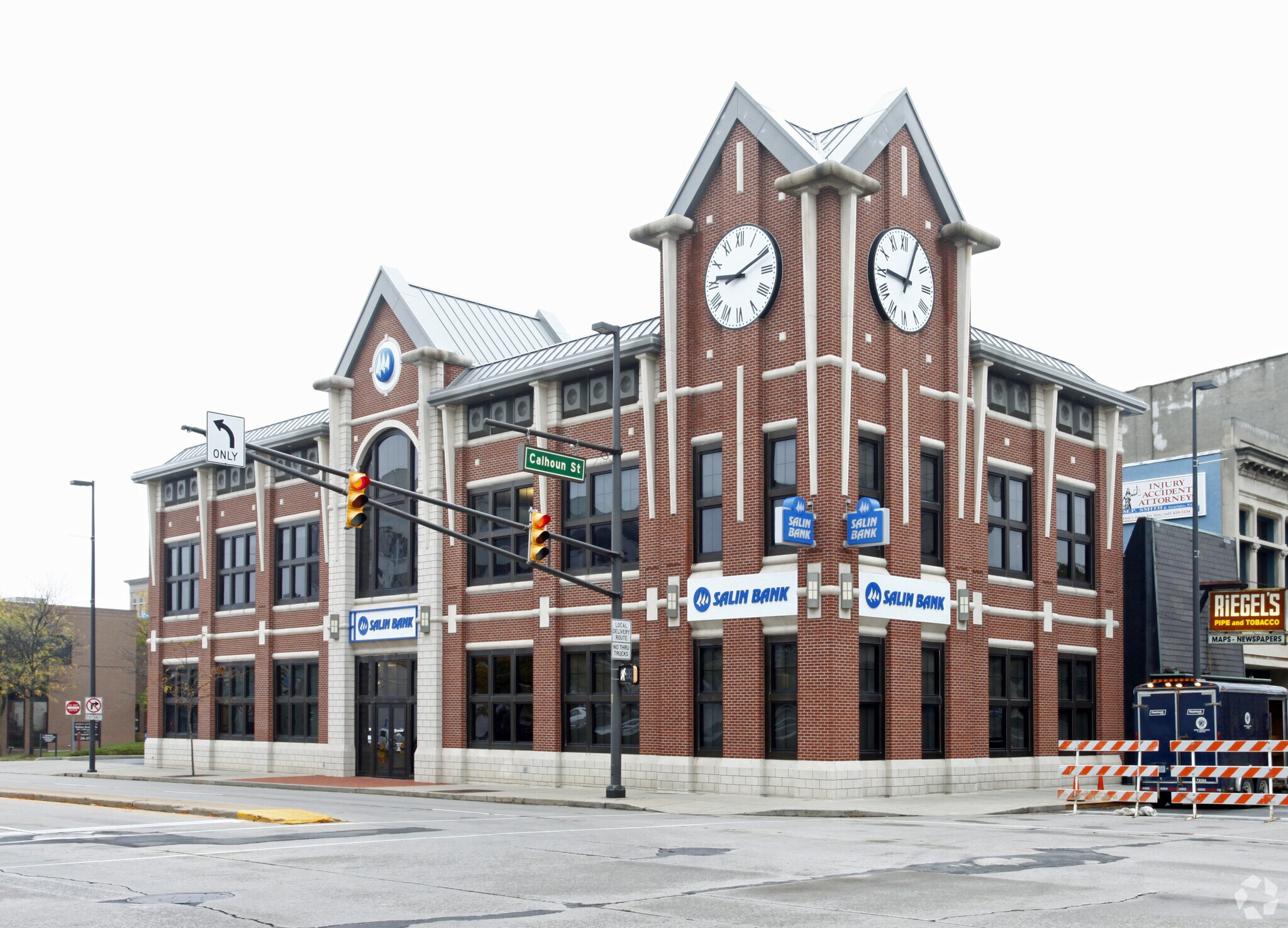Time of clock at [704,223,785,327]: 9:11
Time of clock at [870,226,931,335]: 9:04
